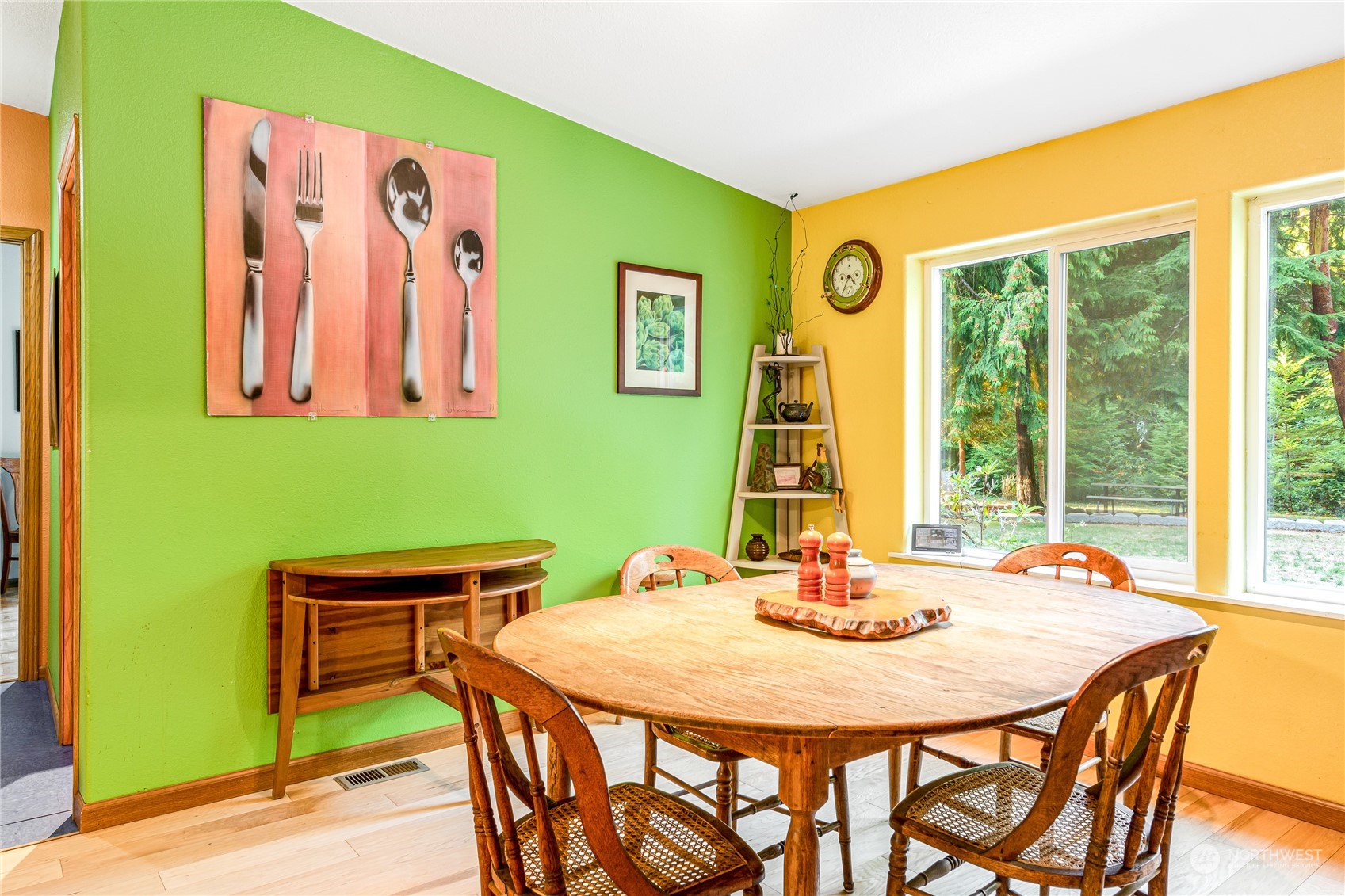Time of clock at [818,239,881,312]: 4:34
